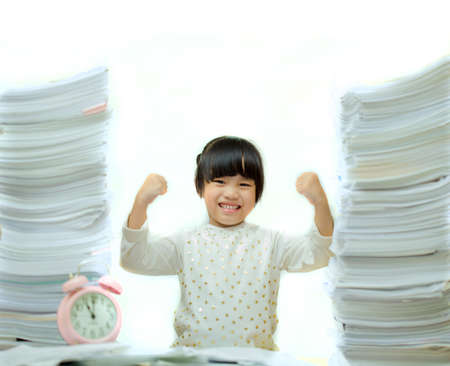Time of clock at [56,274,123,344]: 11:00
